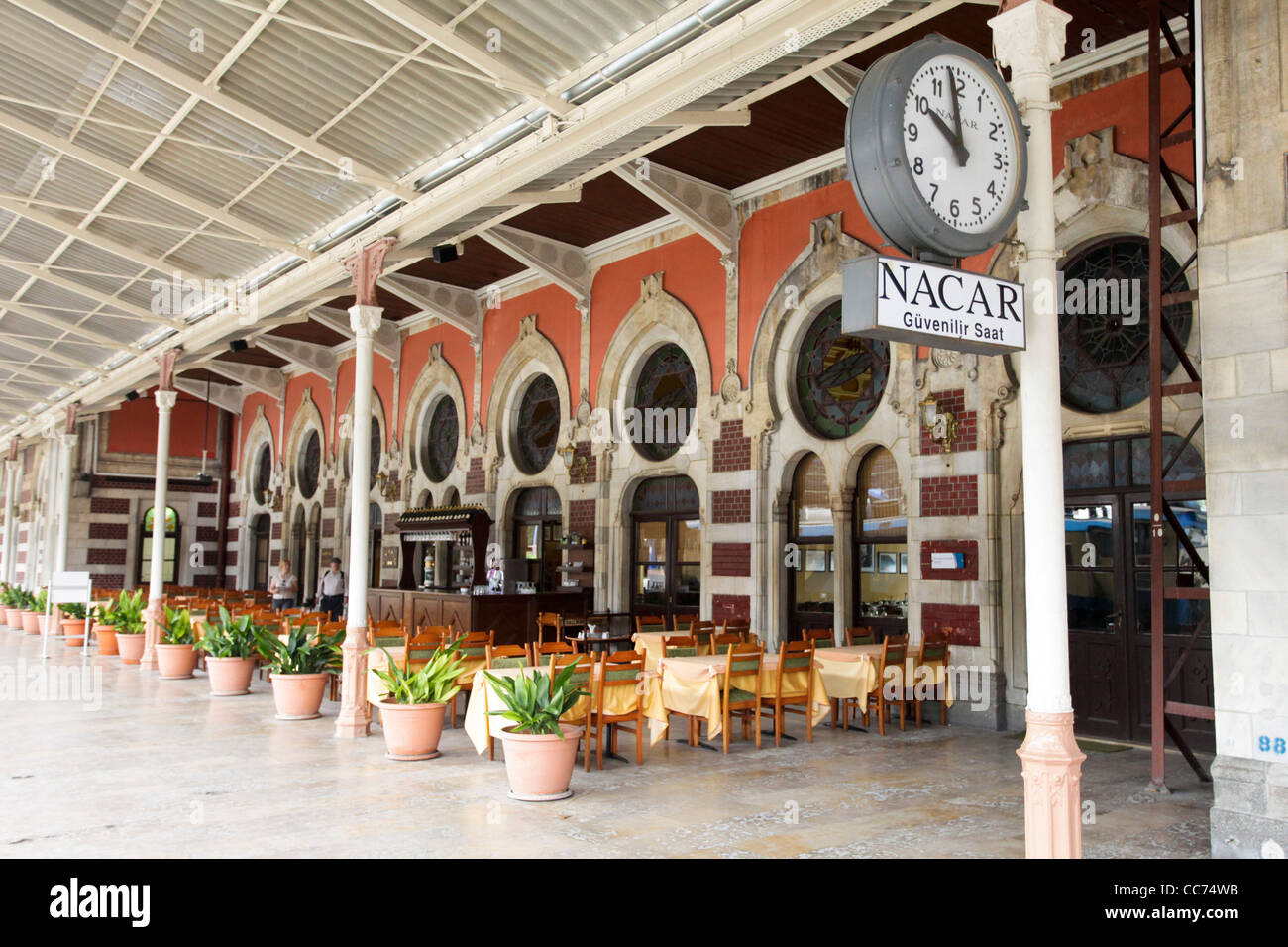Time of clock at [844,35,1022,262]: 9:58
